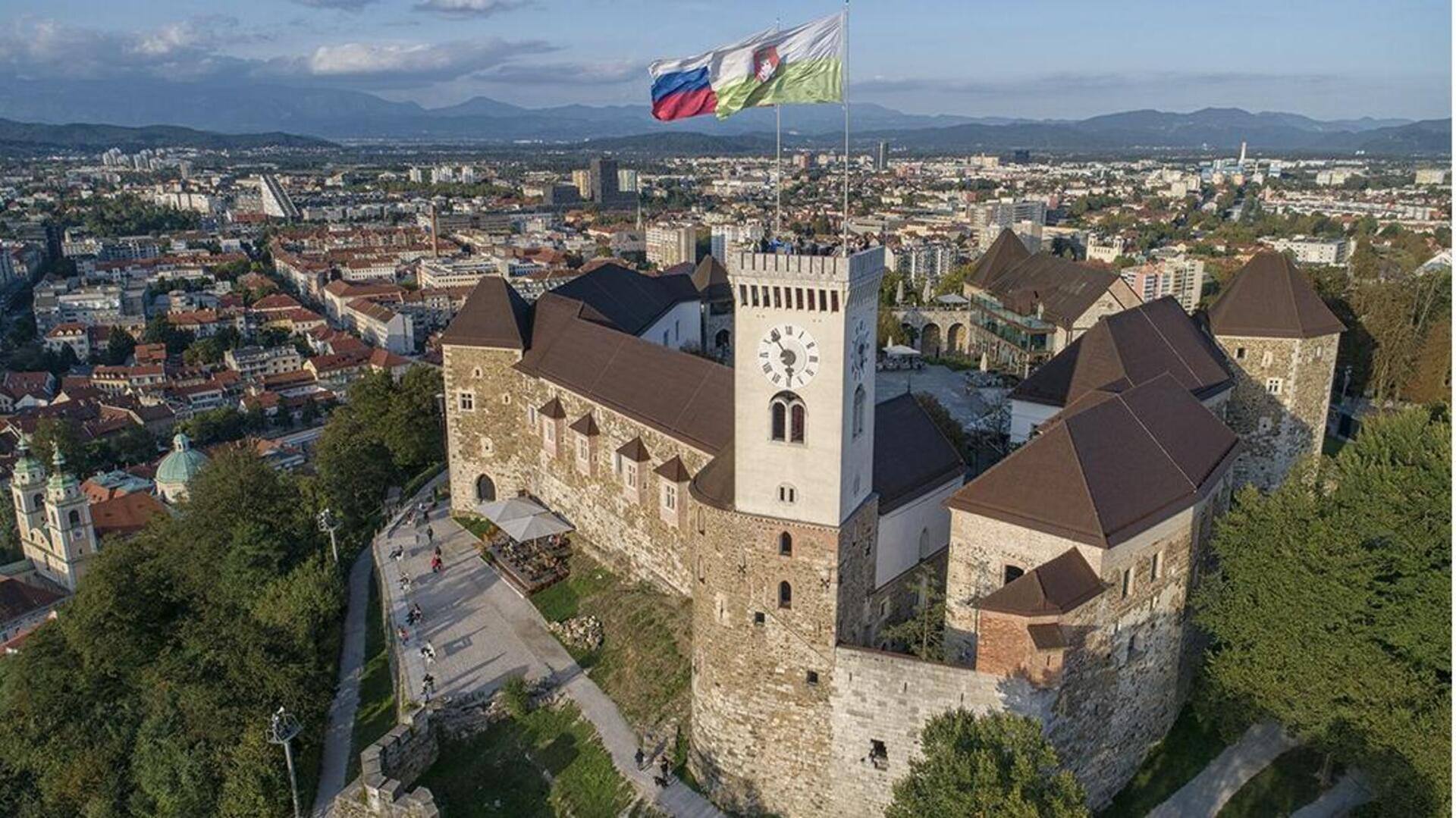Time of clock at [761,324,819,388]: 5:53
